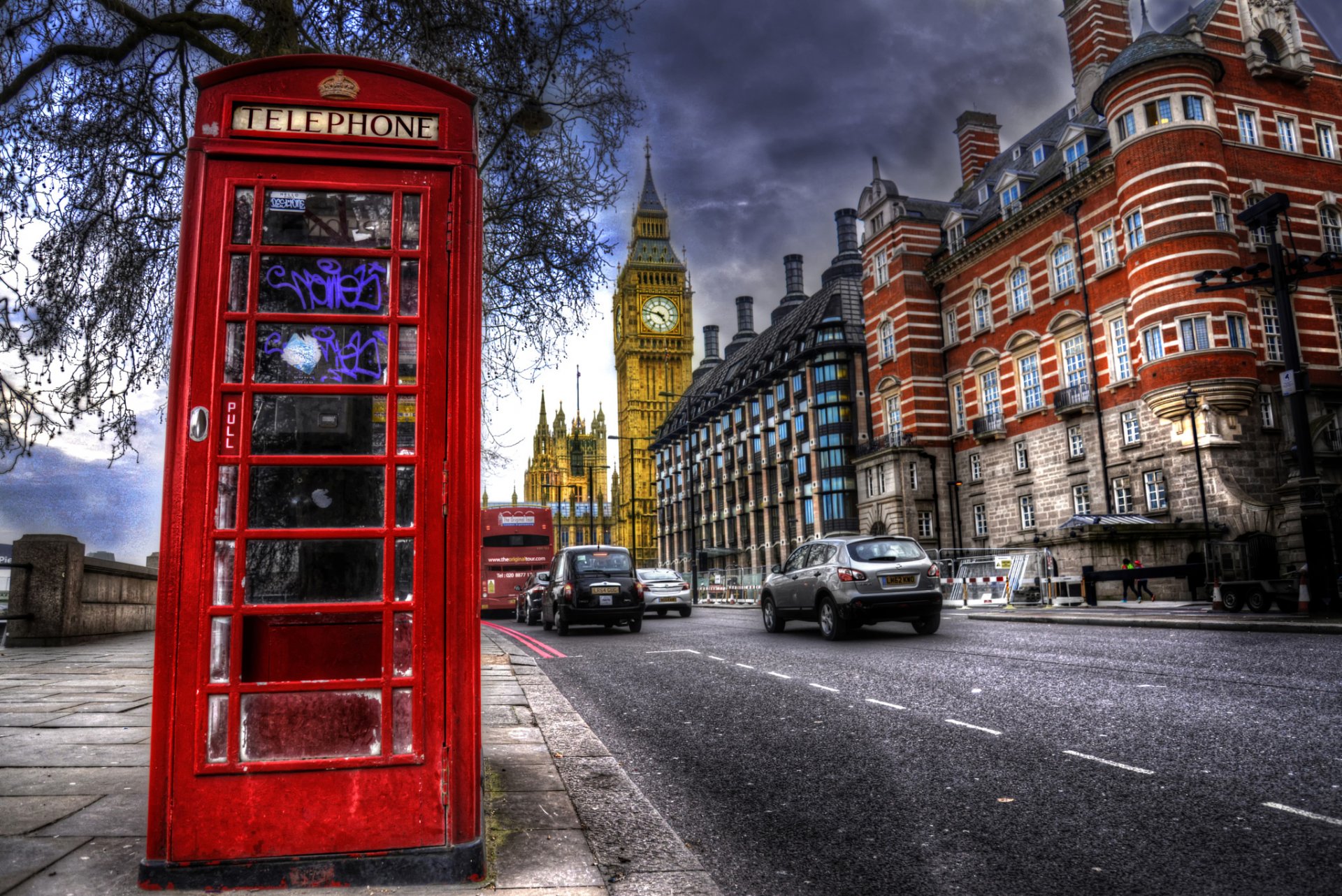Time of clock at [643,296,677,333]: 4:47
